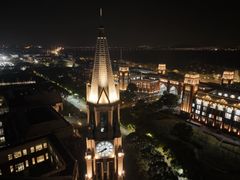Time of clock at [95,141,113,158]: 7:40
